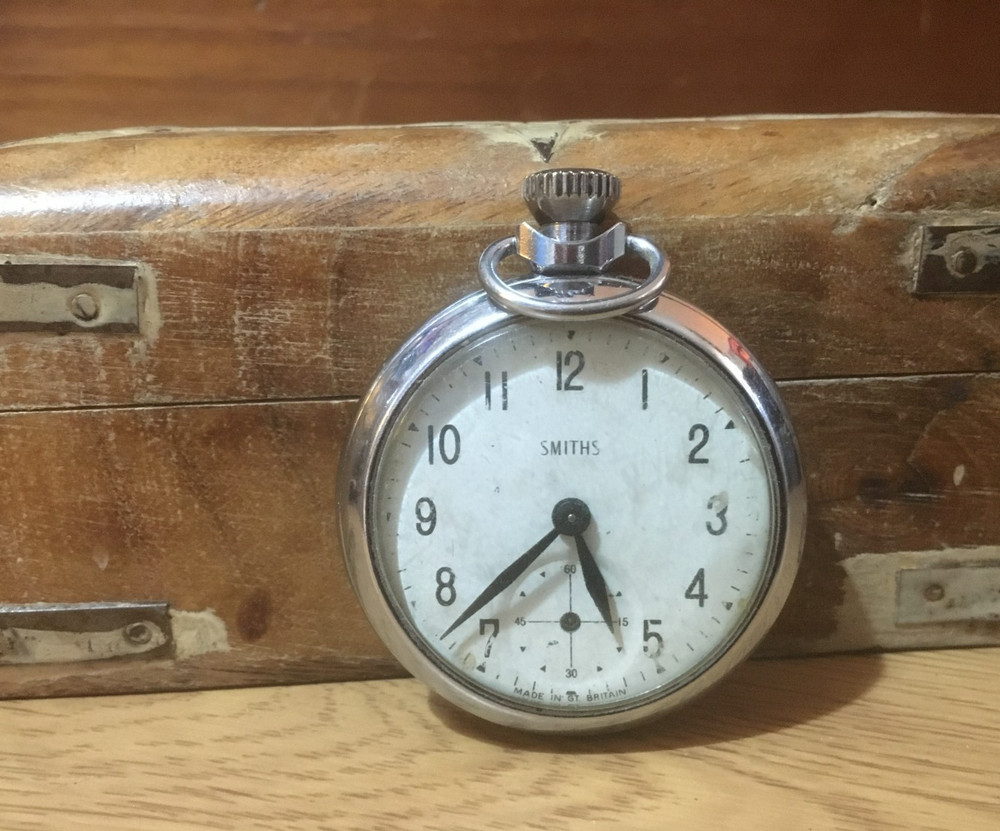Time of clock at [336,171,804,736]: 5:37
